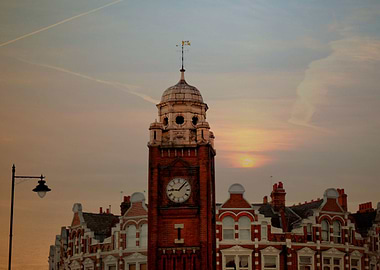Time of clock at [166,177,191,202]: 9:07
